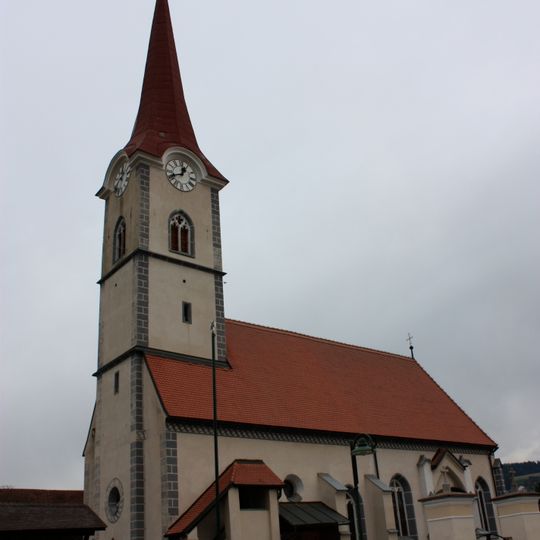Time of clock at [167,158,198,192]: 12:41
